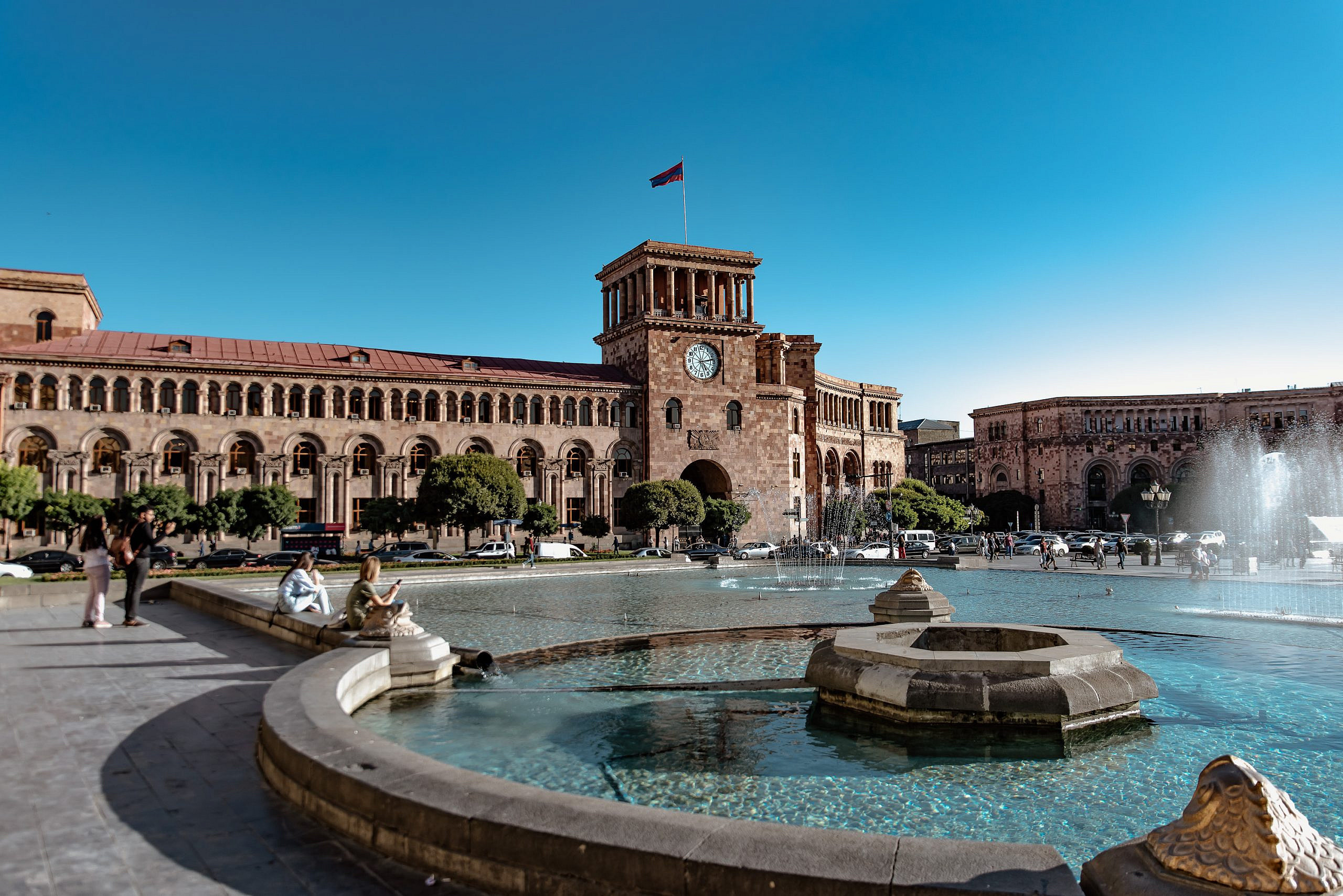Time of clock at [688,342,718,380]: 5:13
